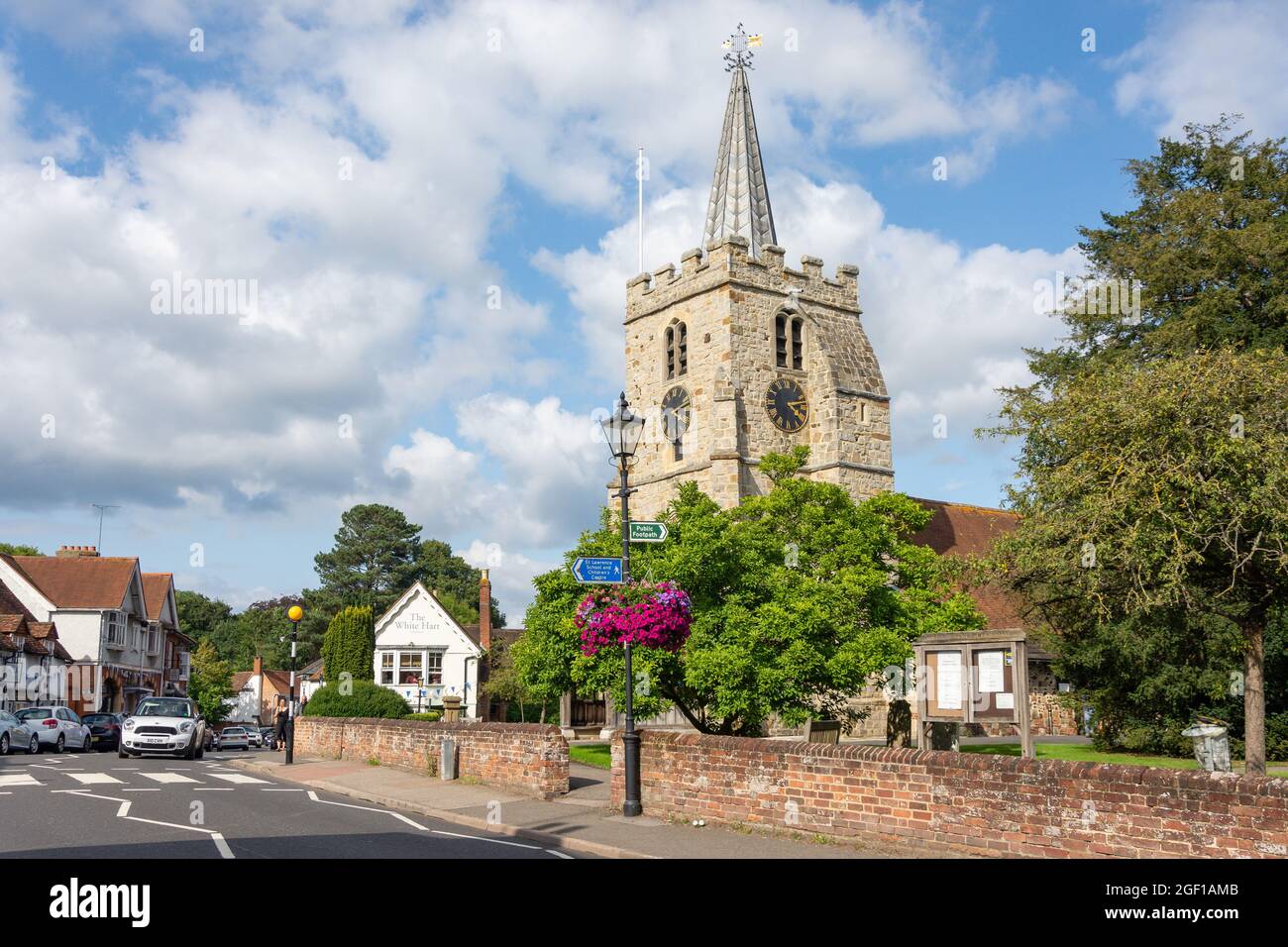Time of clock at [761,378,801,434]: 4:12
